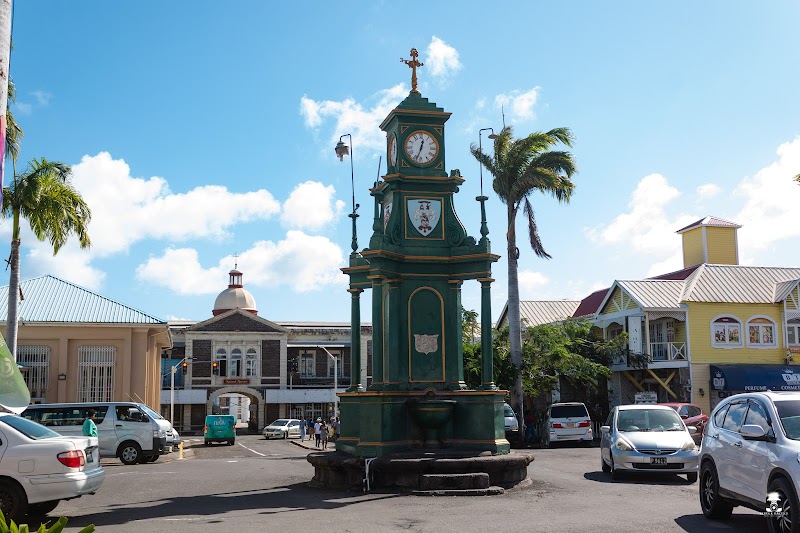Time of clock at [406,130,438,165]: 12:33
